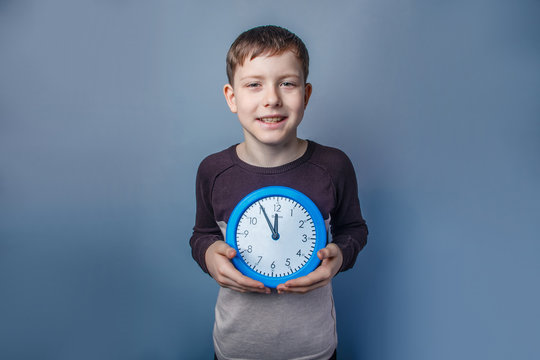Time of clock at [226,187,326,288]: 11:55
